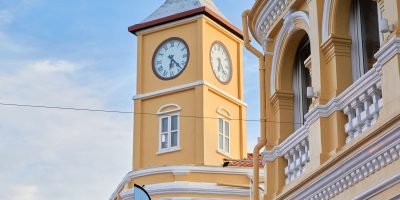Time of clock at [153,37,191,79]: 6:22
